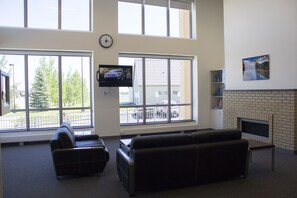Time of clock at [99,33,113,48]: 12:15
